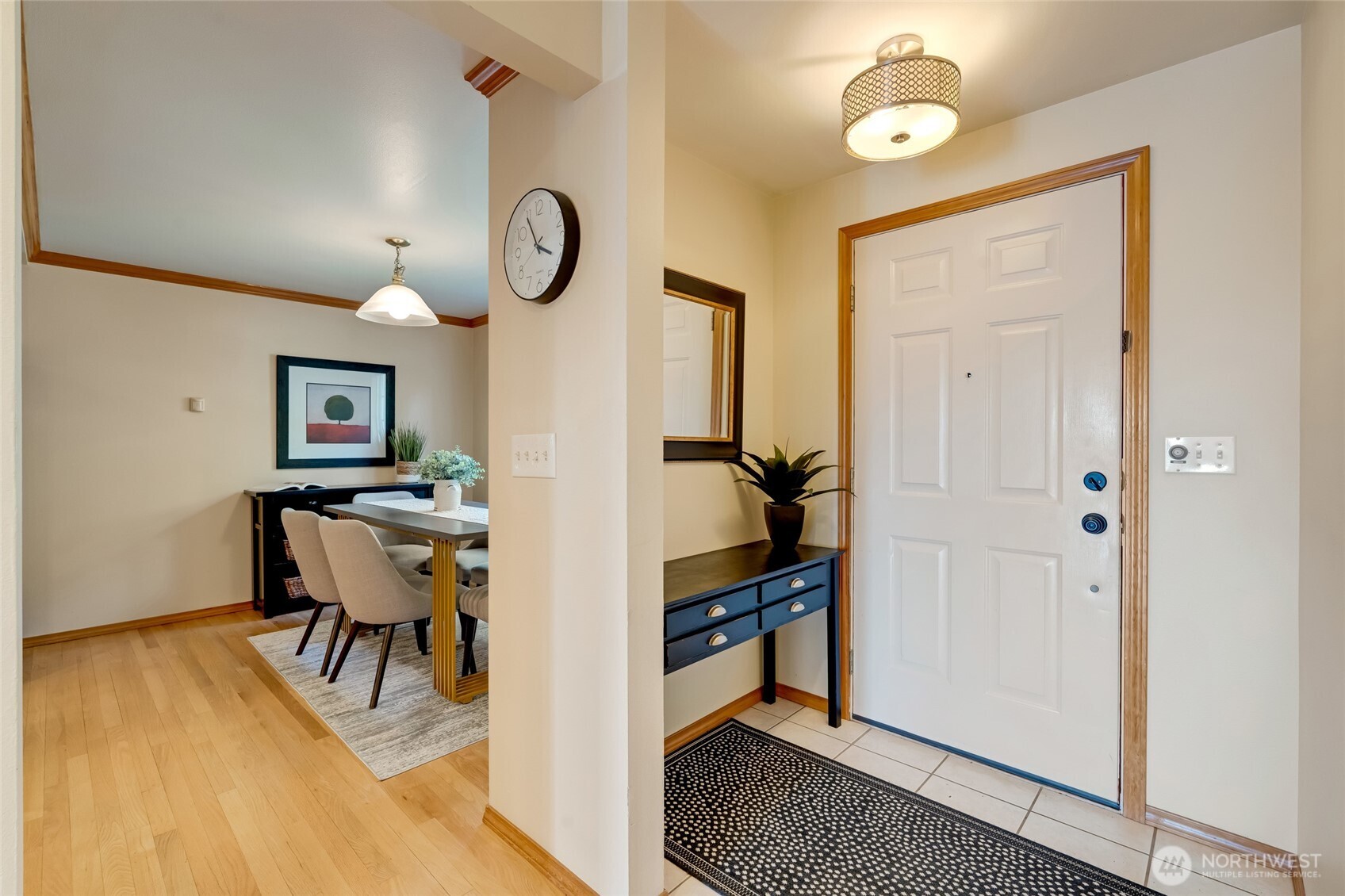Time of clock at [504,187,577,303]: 3:54
